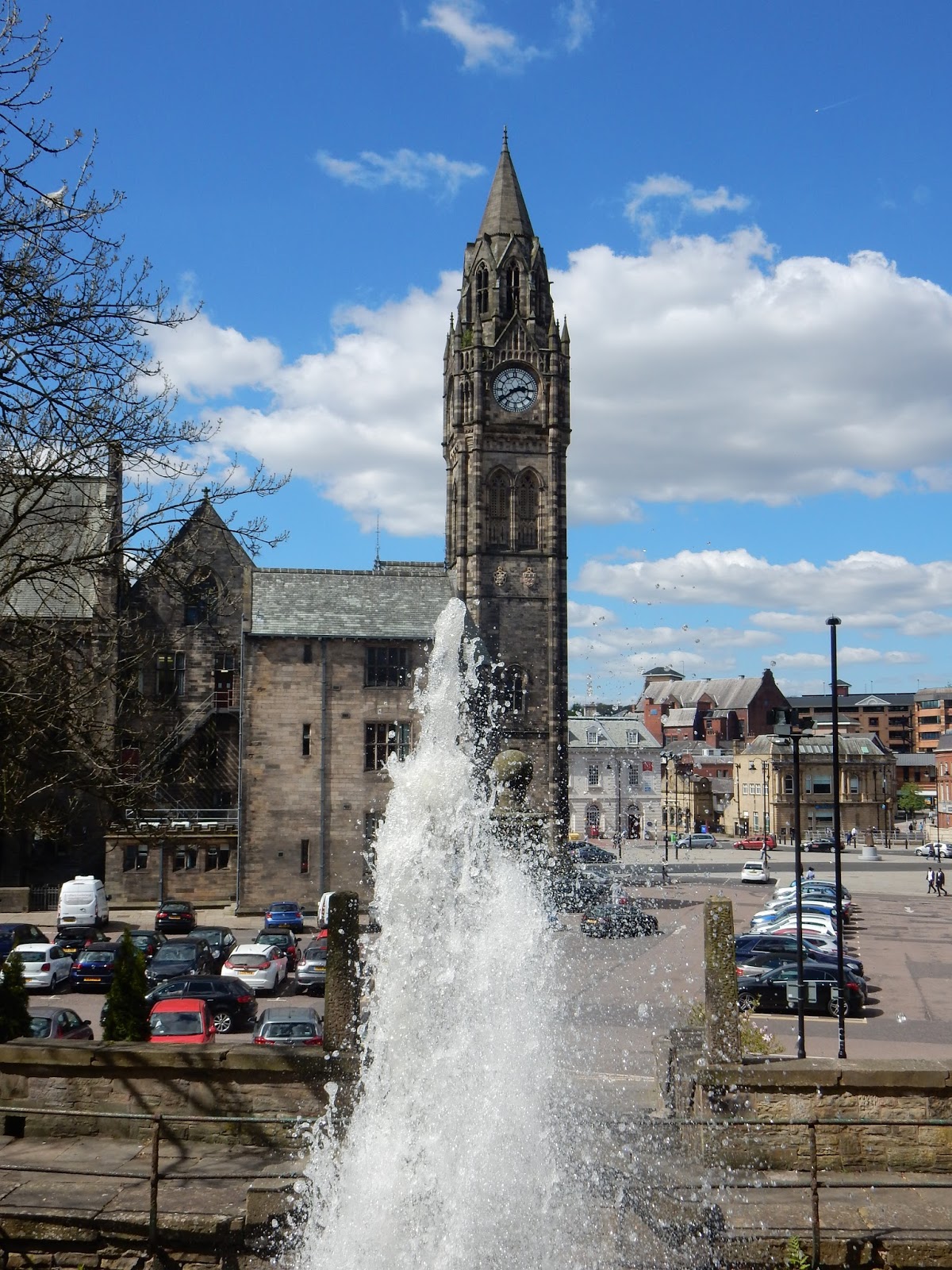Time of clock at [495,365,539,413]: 2:39
